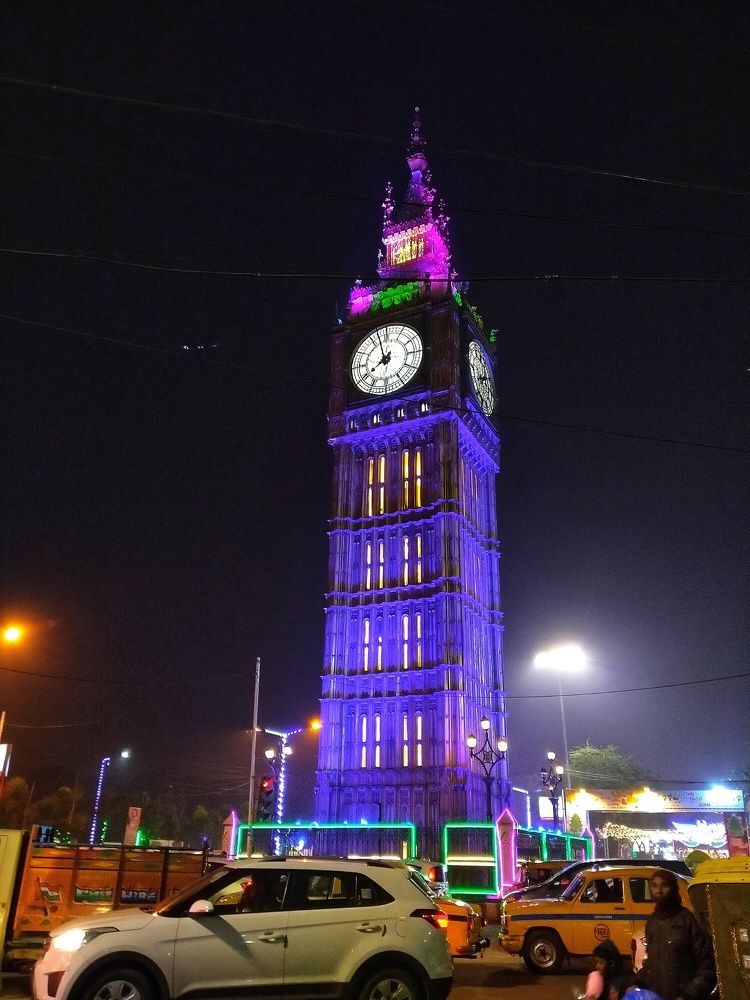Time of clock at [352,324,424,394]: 7:57
